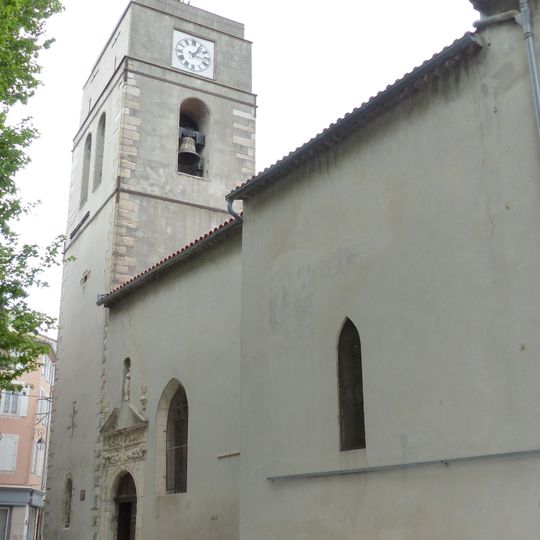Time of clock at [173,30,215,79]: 1:16
